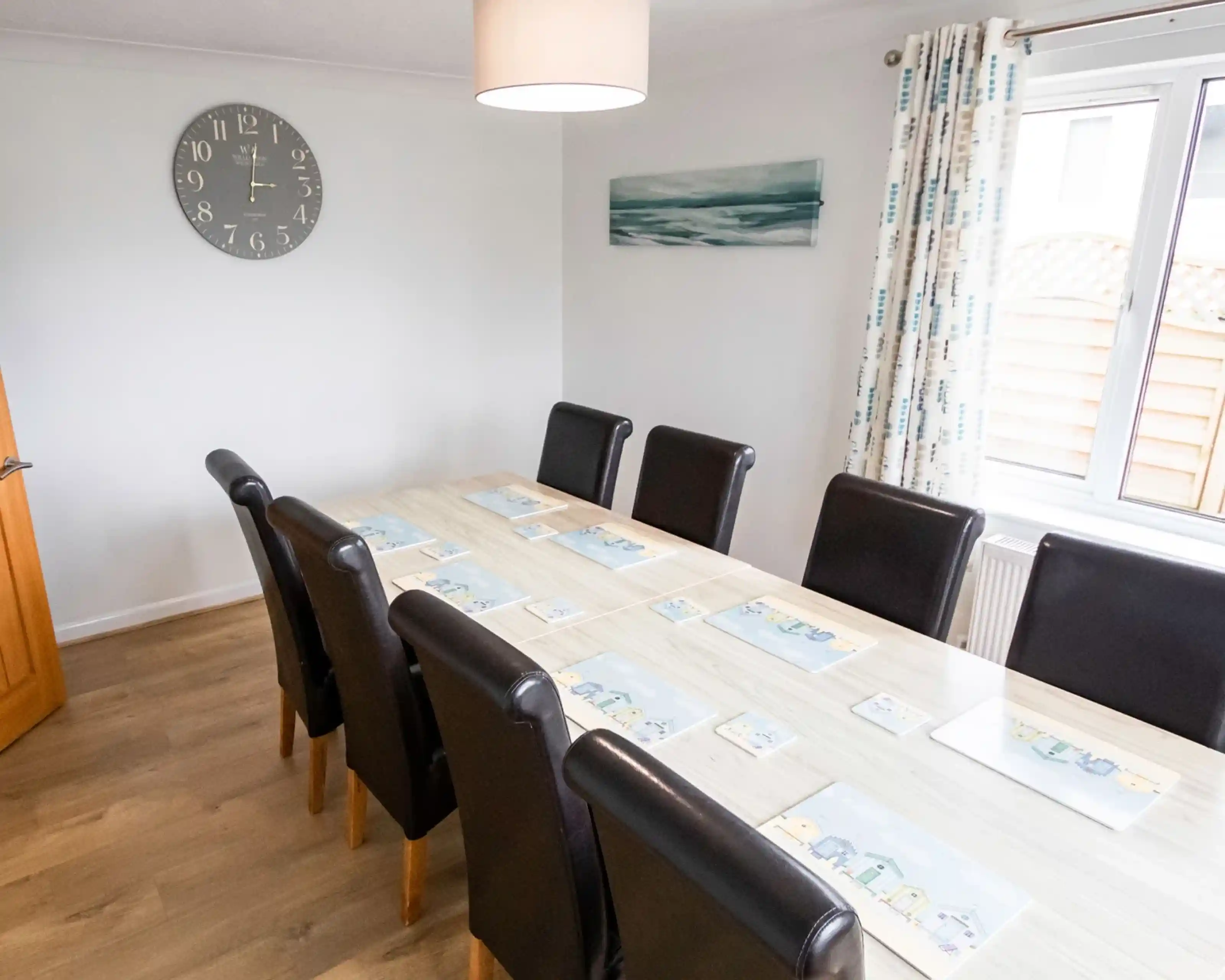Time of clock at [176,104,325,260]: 3:01
